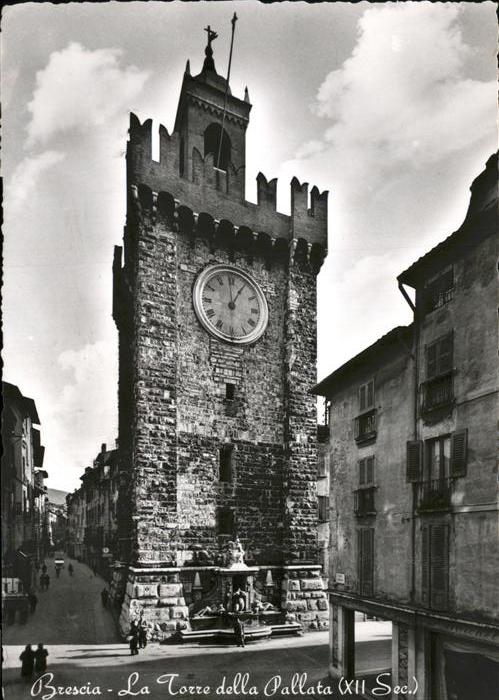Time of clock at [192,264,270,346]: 12:59
